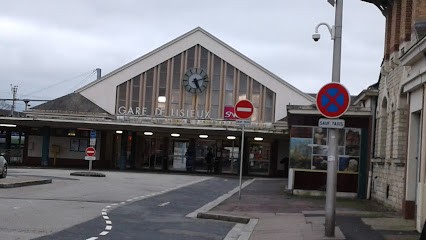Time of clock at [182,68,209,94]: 5:12
